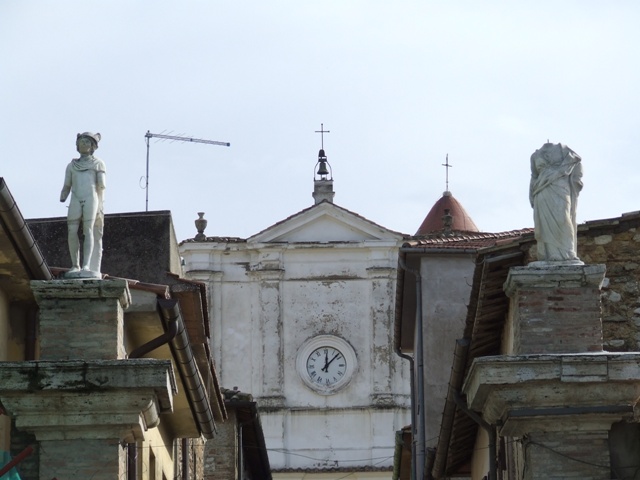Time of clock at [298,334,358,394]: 12:07
